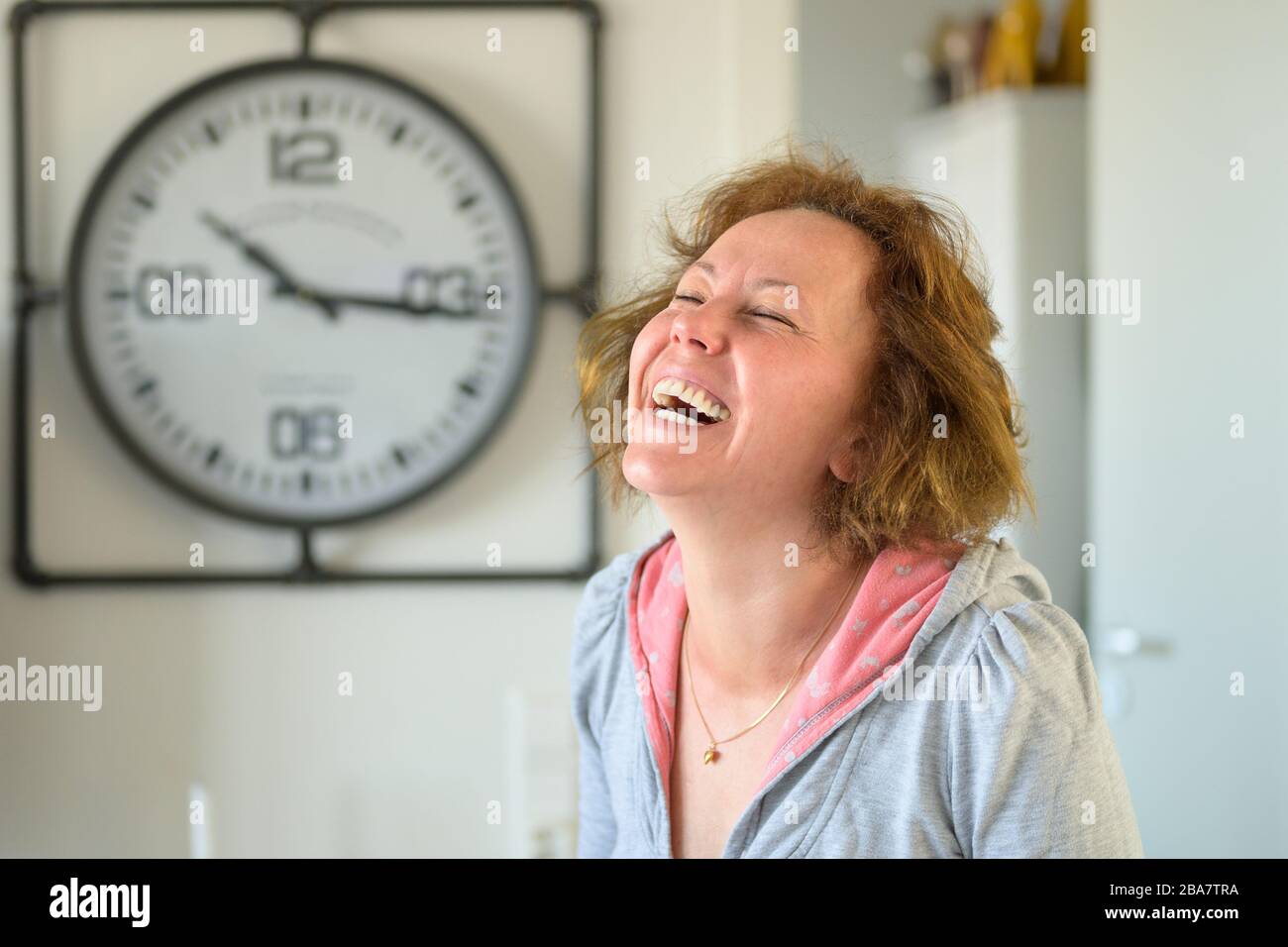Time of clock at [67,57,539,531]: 10:16
